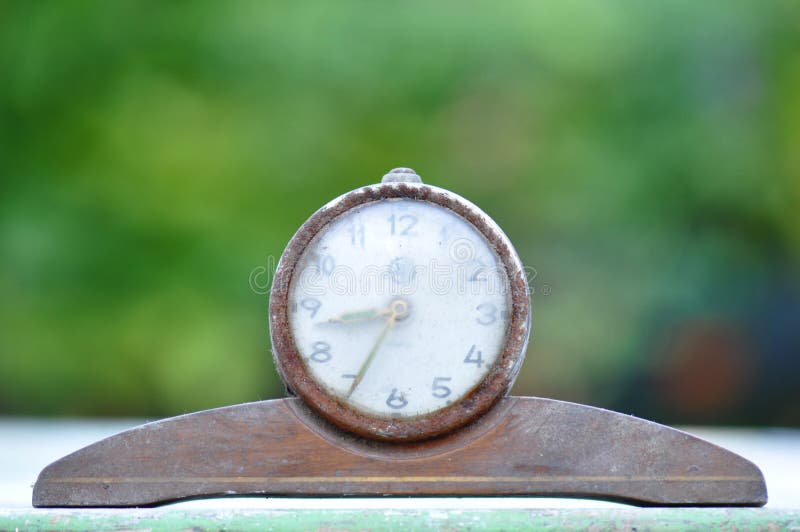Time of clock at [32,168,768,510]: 8:34
